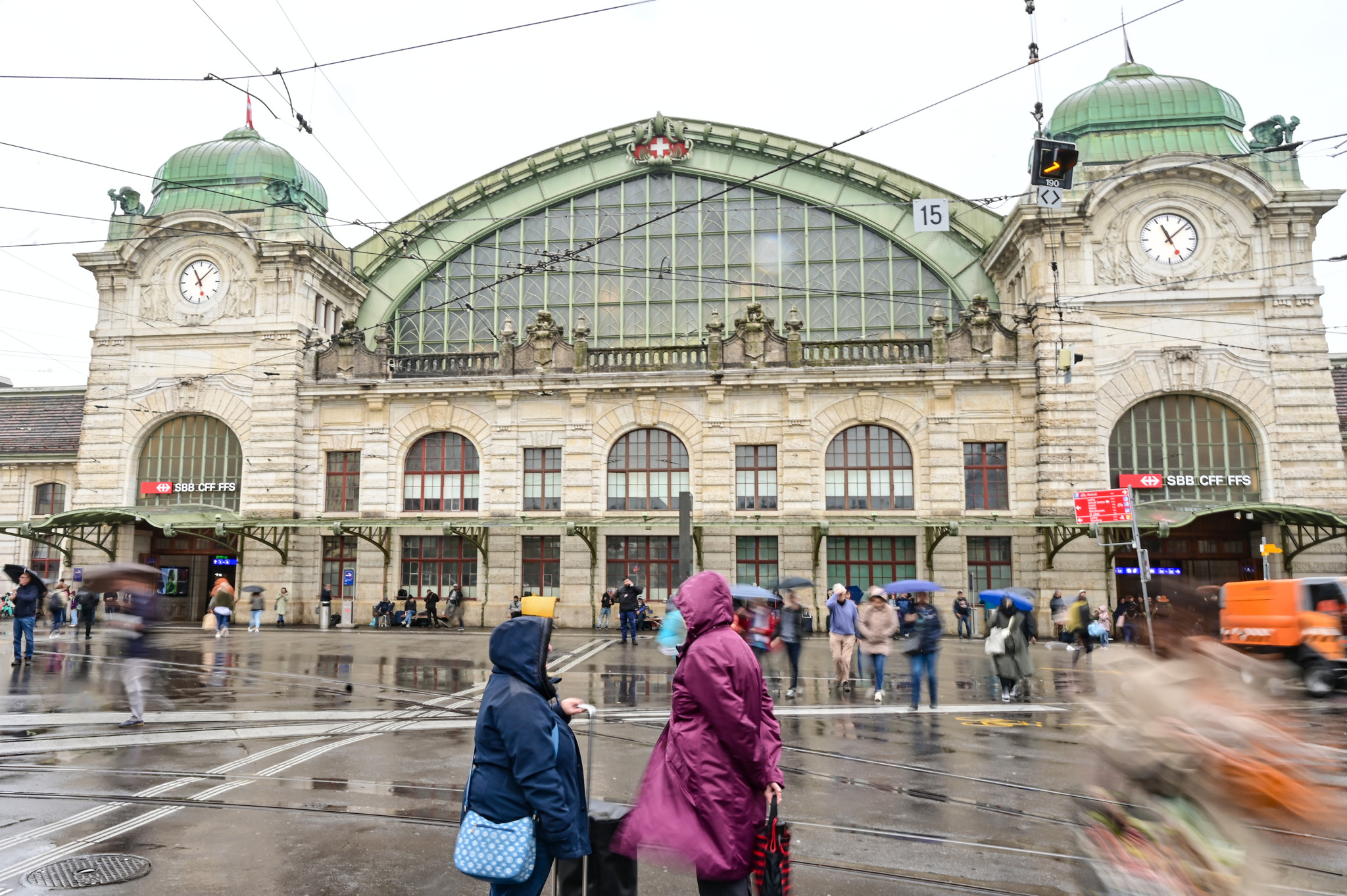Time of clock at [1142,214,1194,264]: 11:07
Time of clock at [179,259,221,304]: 11:07
